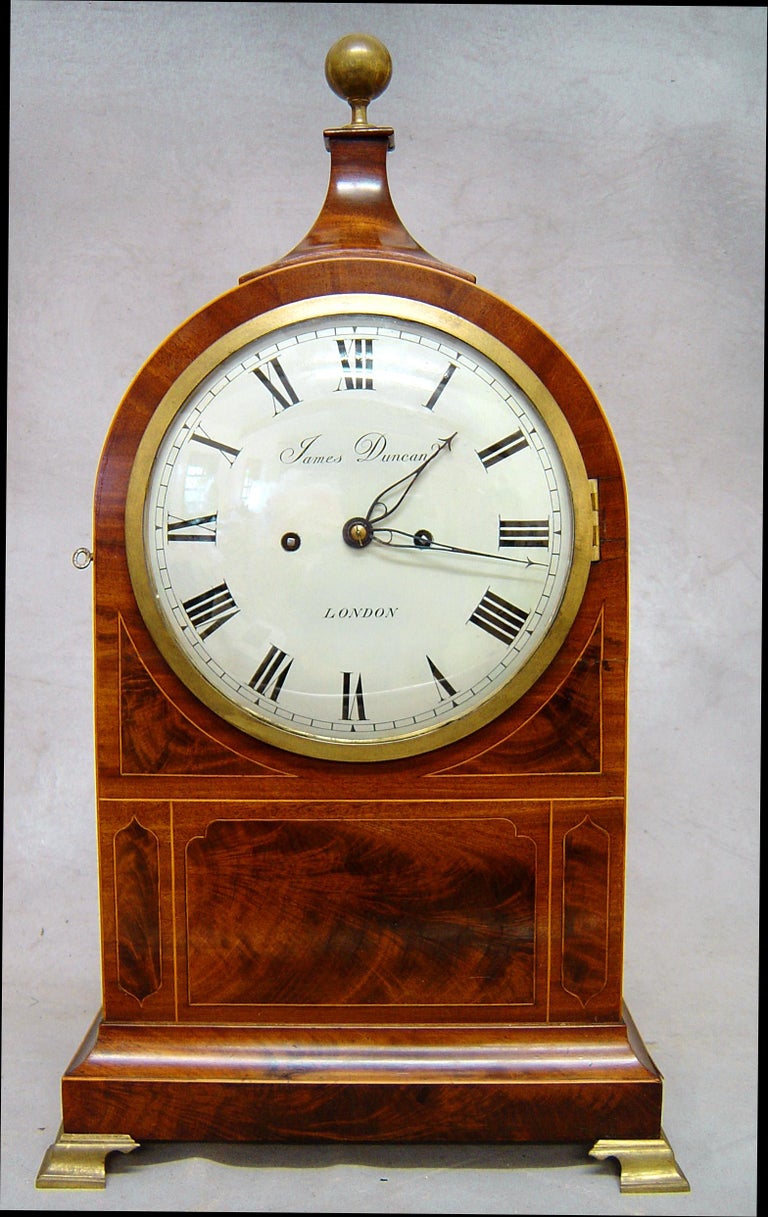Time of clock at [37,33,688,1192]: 3:07
